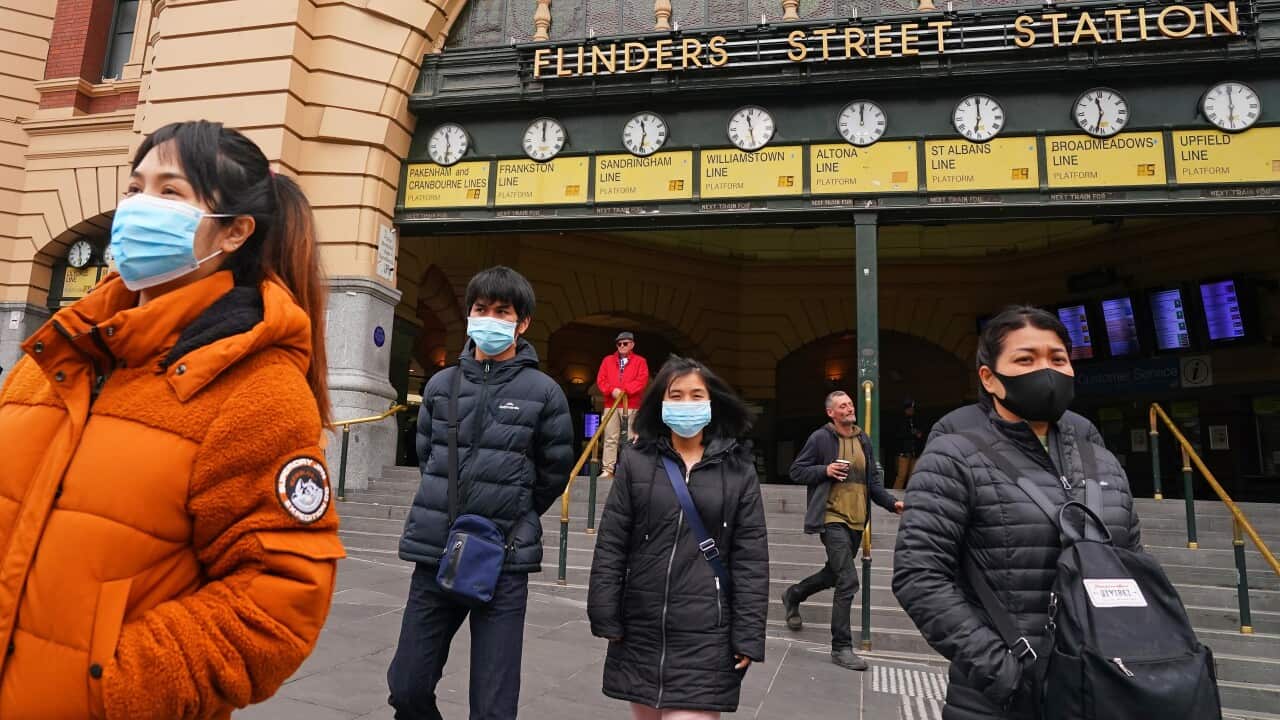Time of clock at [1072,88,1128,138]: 11:32
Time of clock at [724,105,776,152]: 11:28
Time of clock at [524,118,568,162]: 12:00
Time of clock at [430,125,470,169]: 11:31
